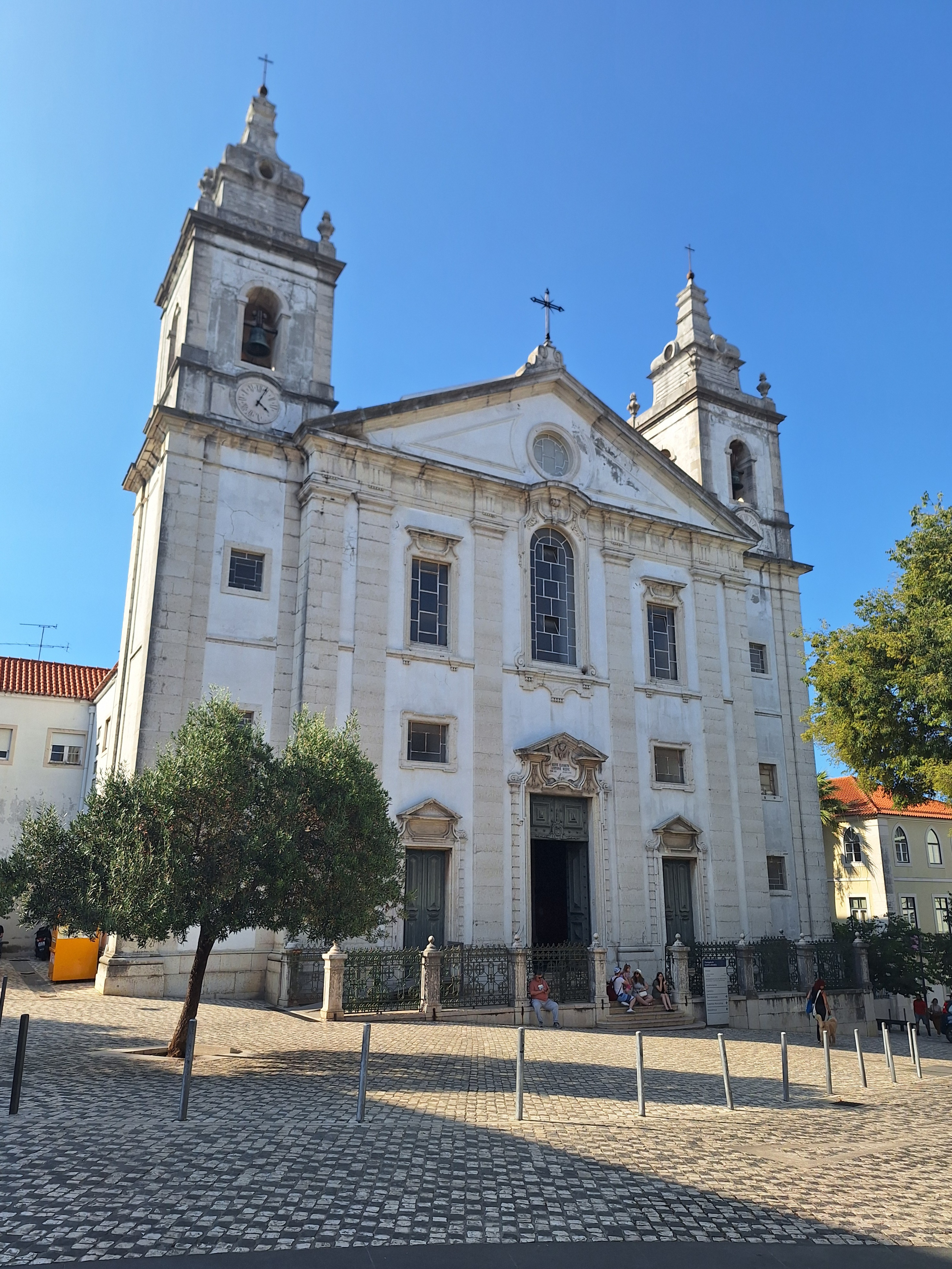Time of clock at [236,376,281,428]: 4:04
